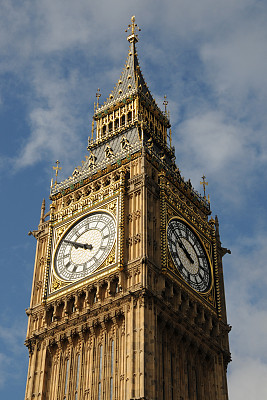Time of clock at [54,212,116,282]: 9:50
